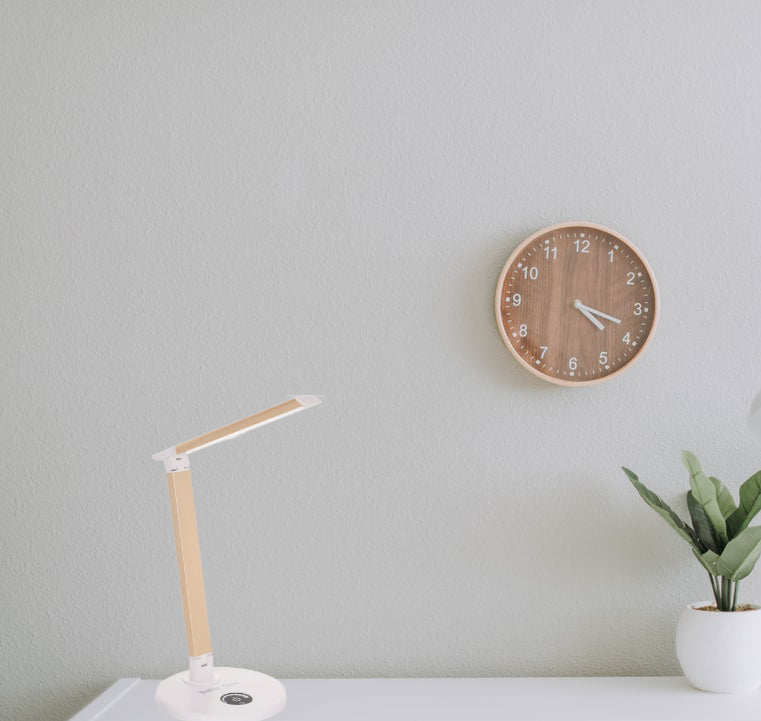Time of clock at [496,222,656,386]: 4:18
